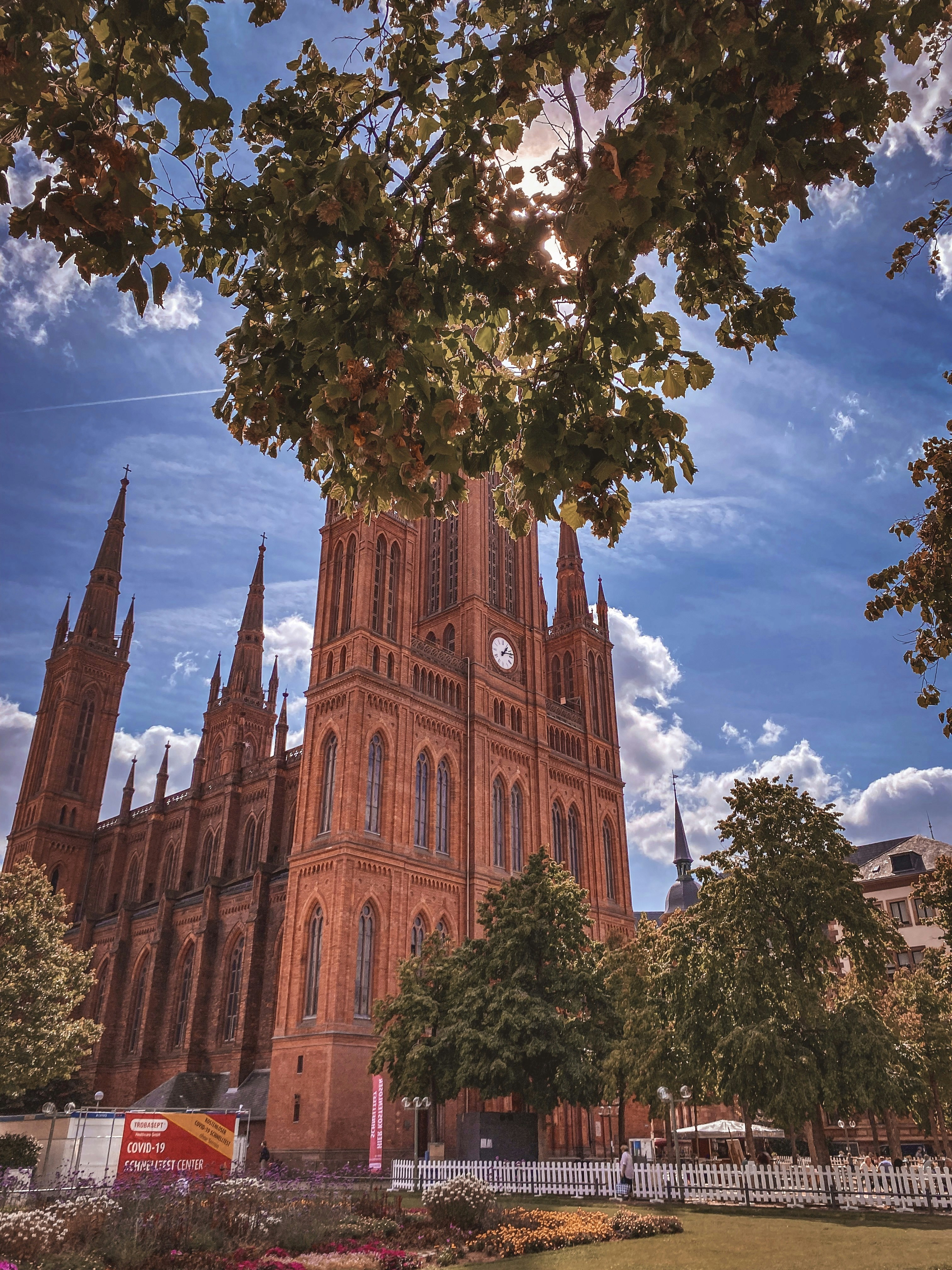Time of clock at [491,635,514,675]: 1:12
